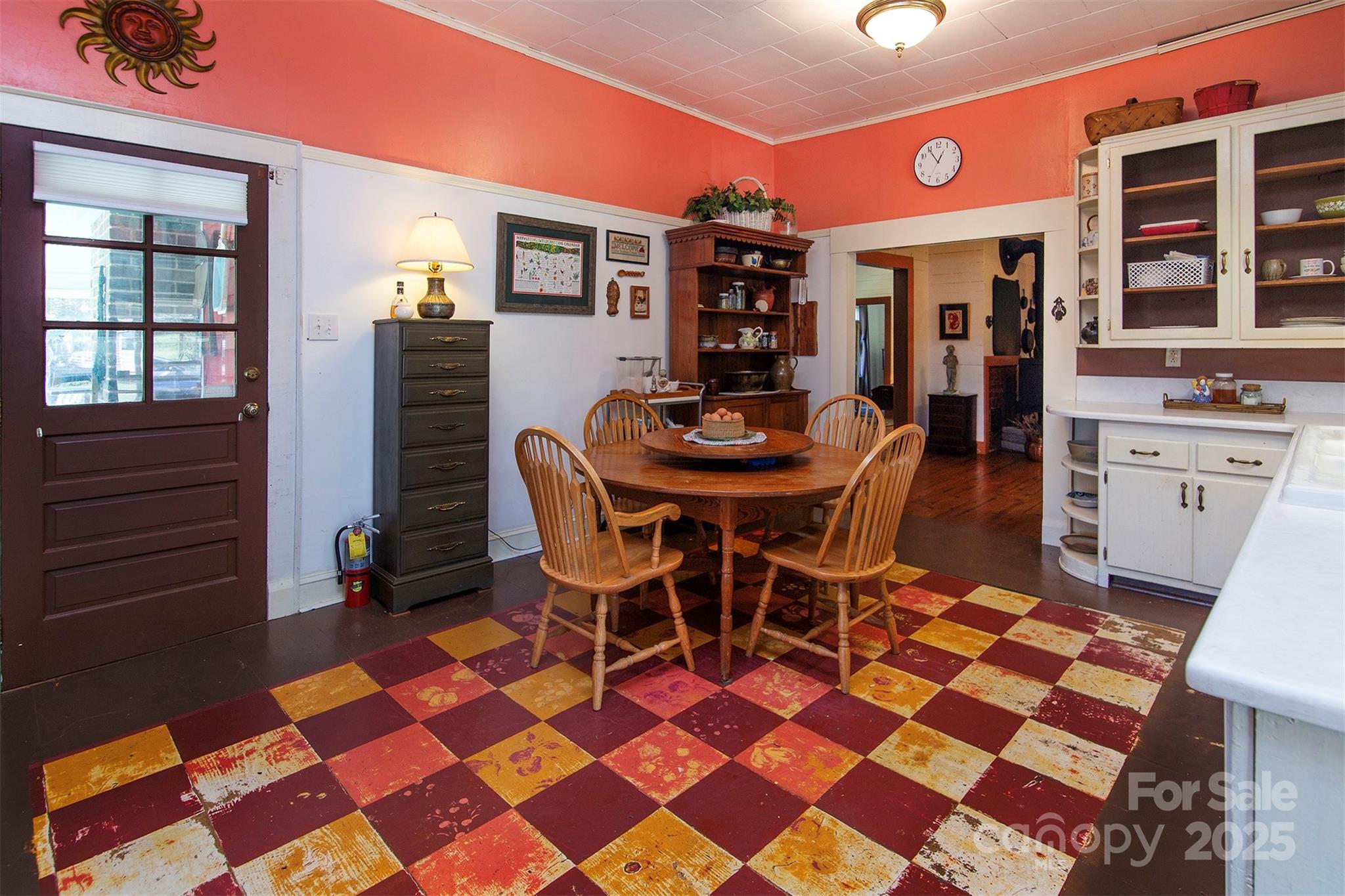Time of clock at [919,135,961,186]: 12:54
